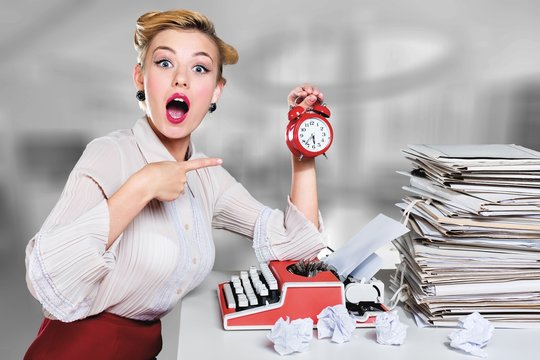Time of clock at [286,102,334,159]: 5:37
